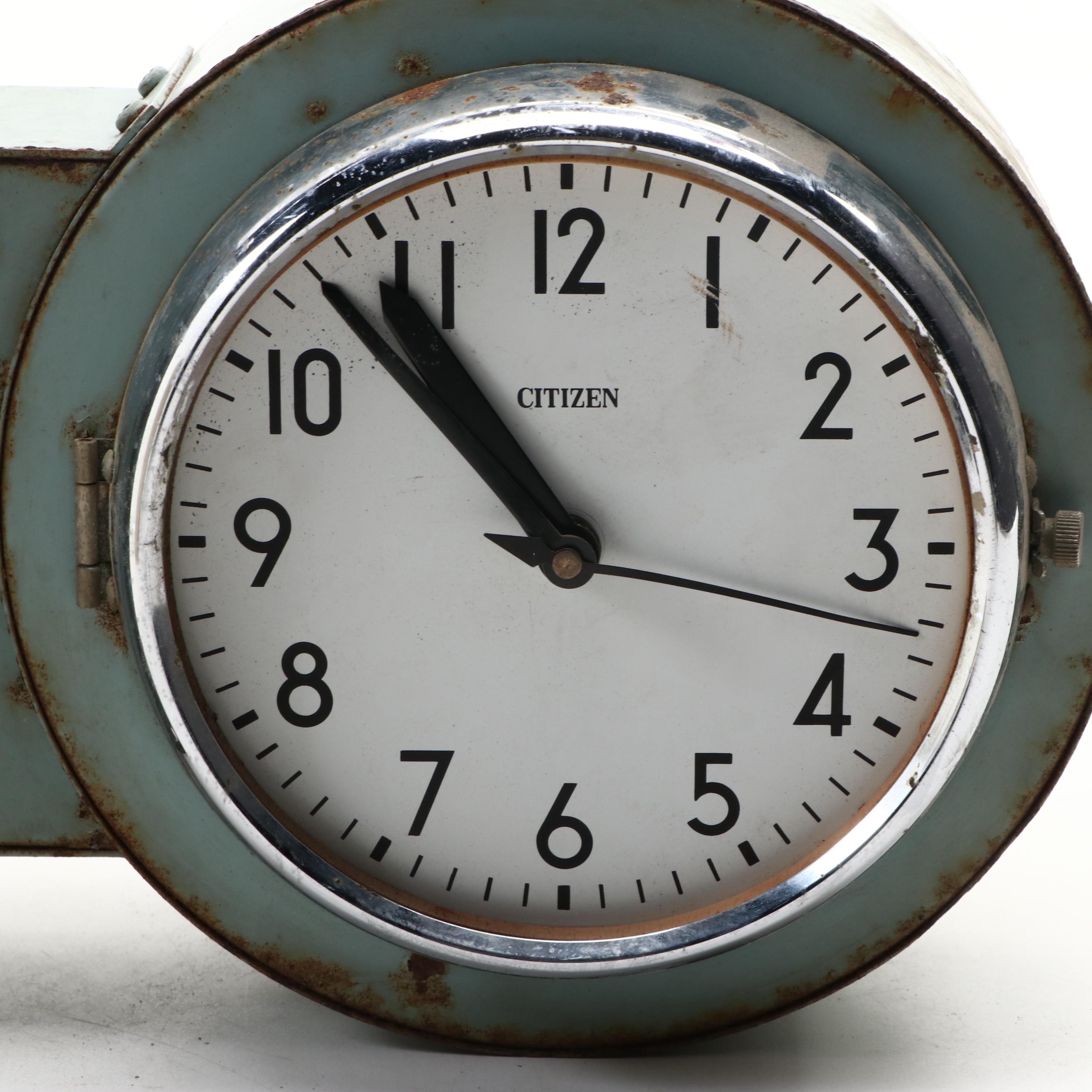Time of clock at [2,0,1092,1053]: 10:53
